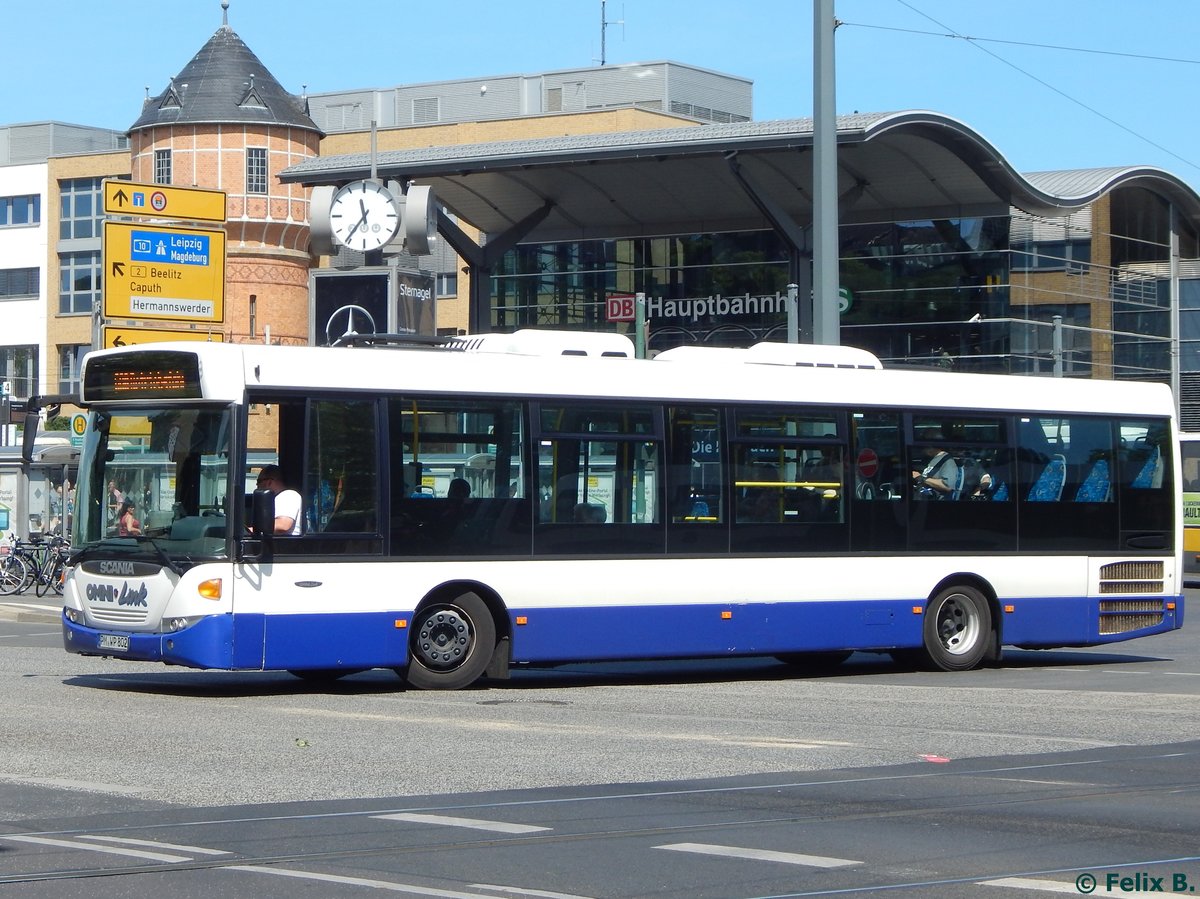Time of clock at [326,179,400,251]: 11:35
